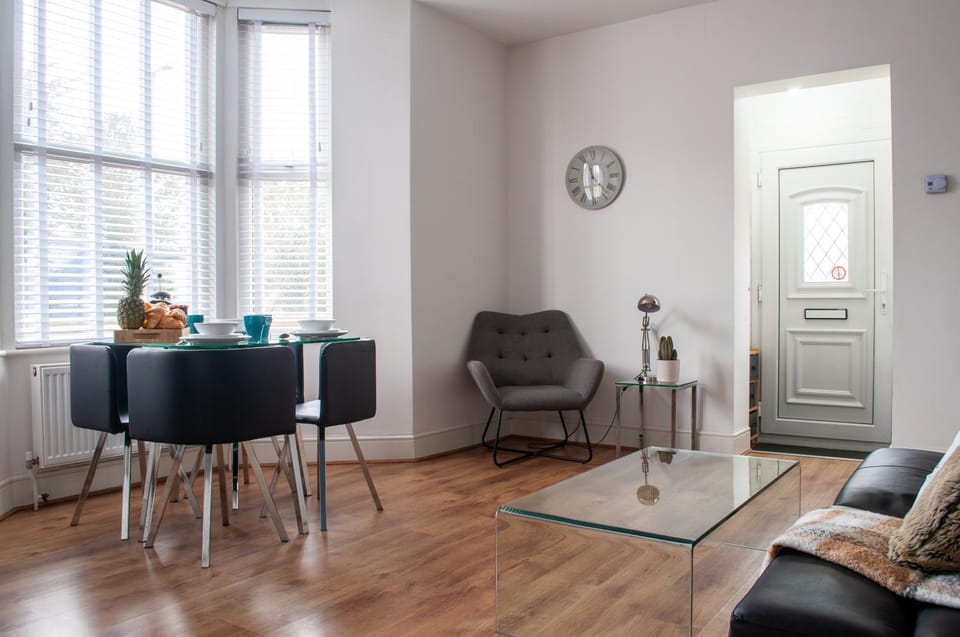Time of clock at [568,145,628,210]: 11:30
